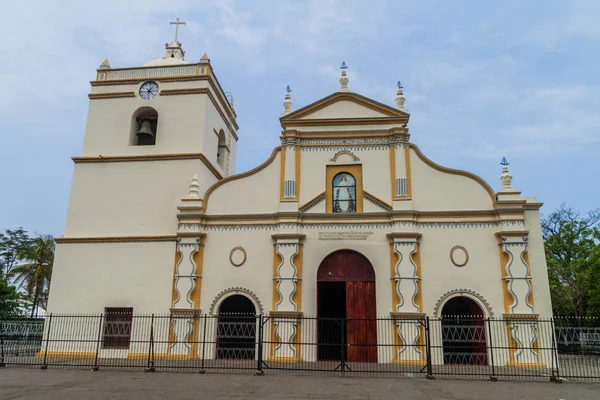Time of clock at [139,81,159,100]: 1:22
